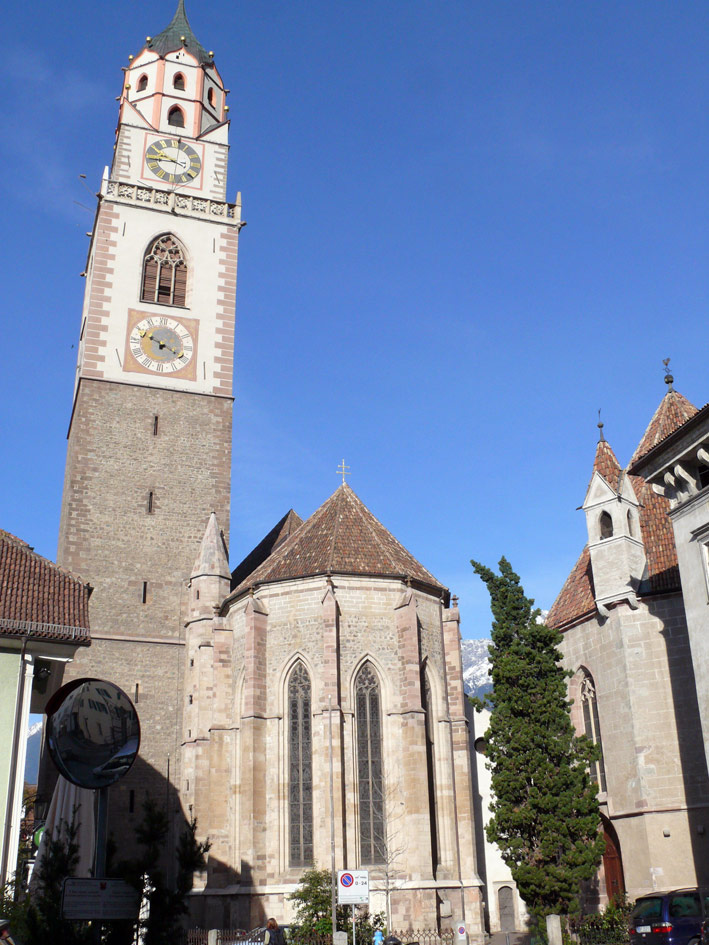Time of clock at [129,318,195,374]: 3:48
